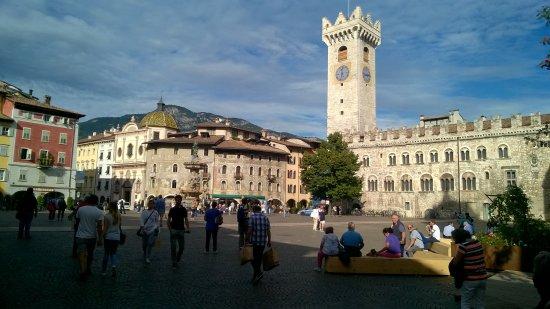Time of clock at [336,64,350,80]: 11:32
